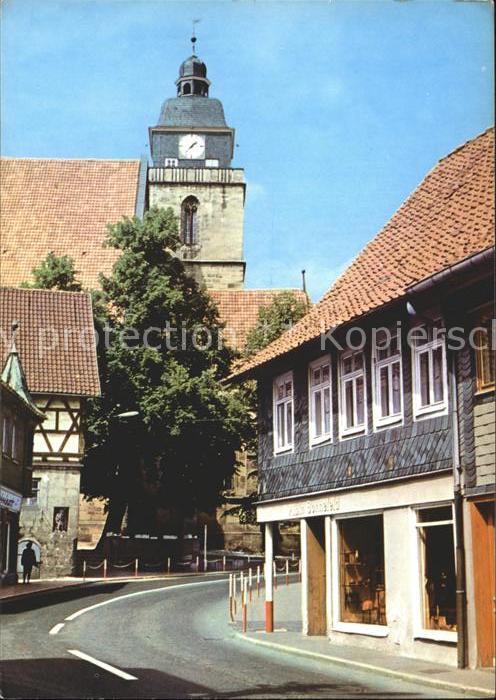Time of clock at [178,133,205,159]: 1:37
